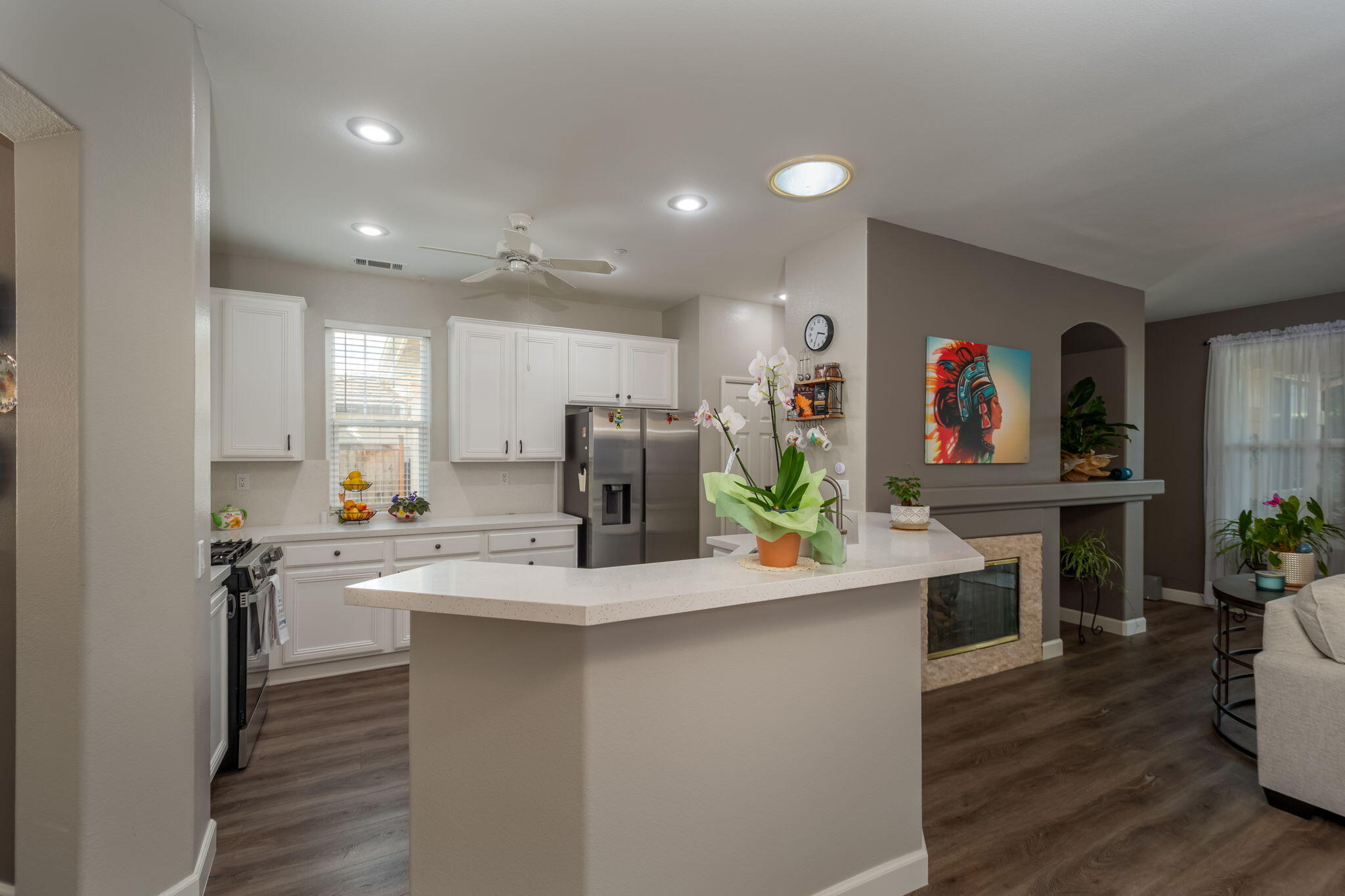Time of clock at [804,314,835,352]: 3:34
